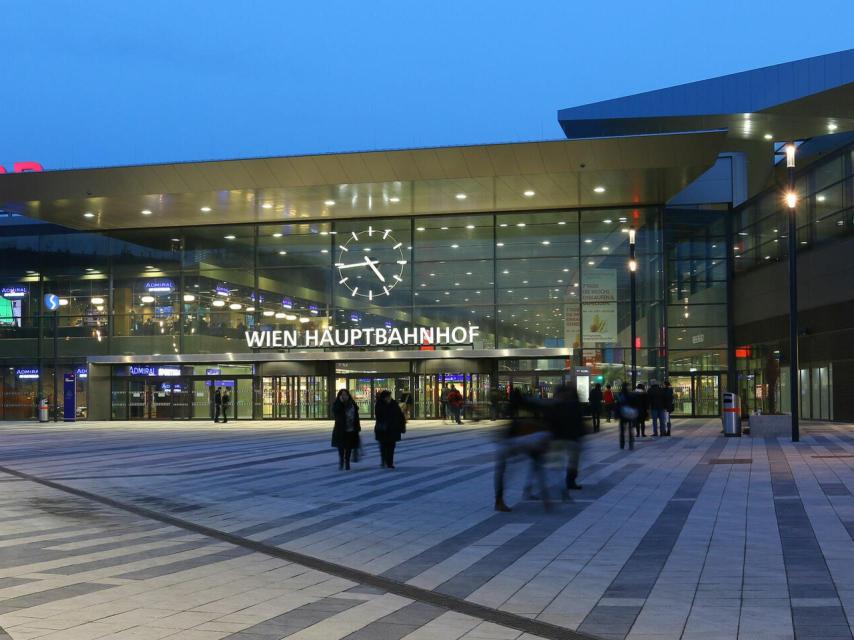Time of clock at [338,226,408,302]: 4:44
